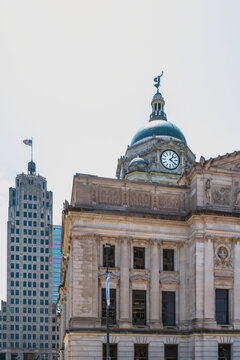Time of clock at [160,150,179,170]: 1:21
